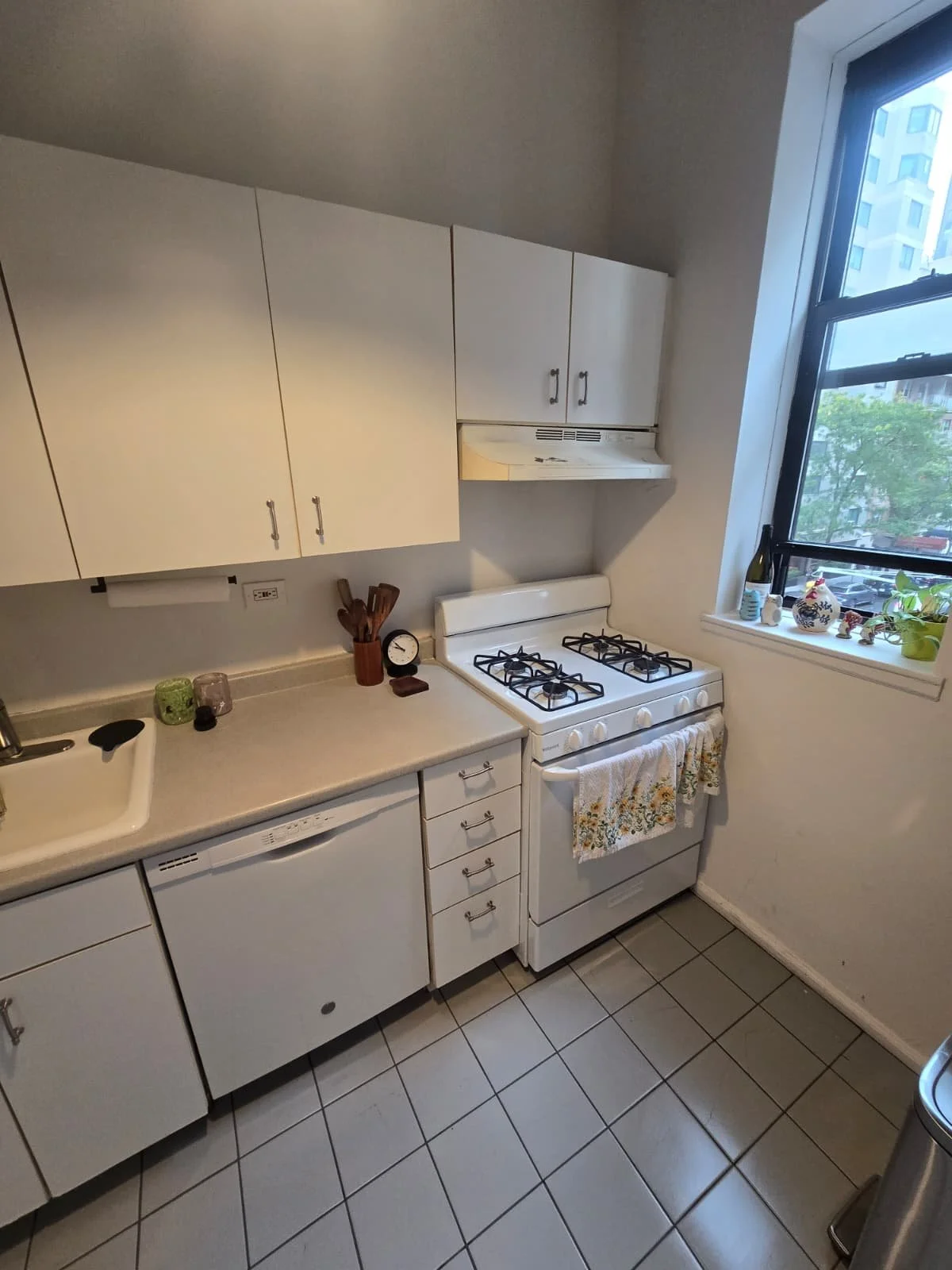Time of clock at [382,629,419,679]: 9:51
